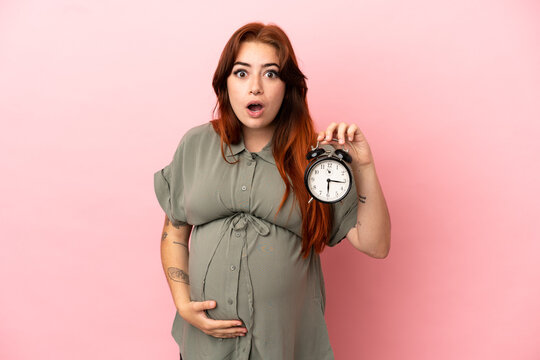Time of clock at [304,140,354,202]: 6:15
